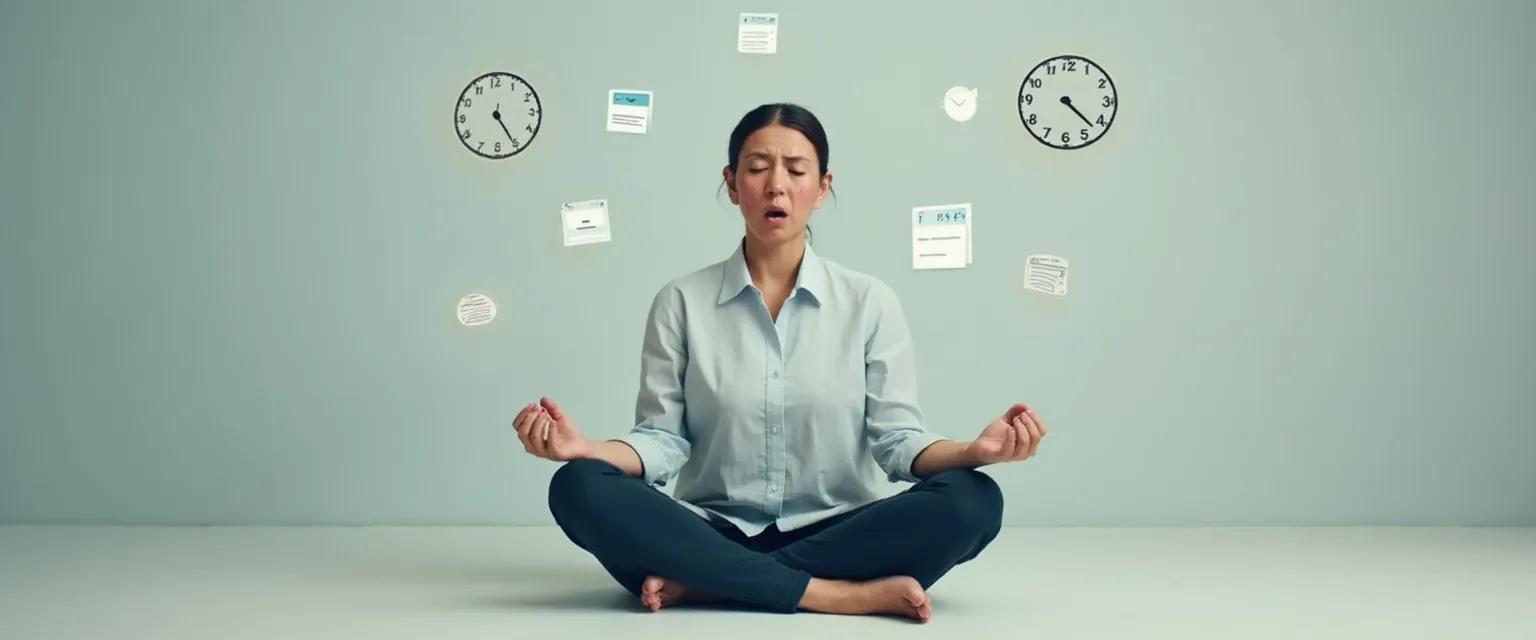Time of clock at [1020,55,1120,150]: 4:22
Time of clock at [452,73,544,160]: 12:25
